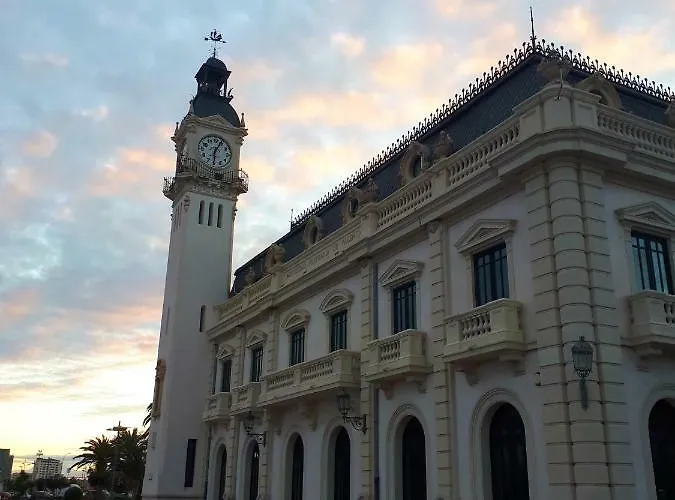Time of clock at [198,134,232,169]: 6:04
